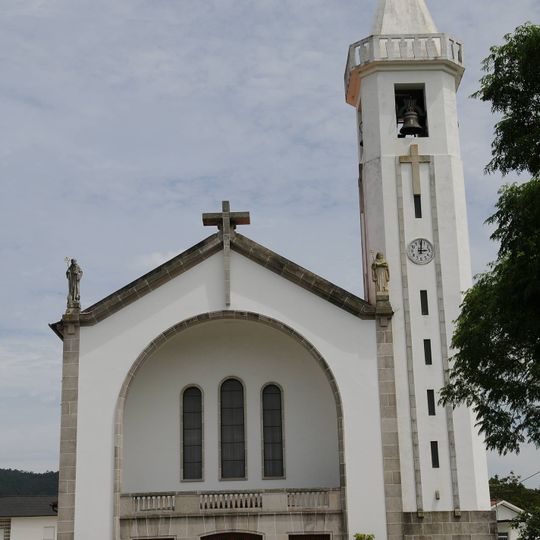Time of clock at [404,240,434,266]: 3:01
